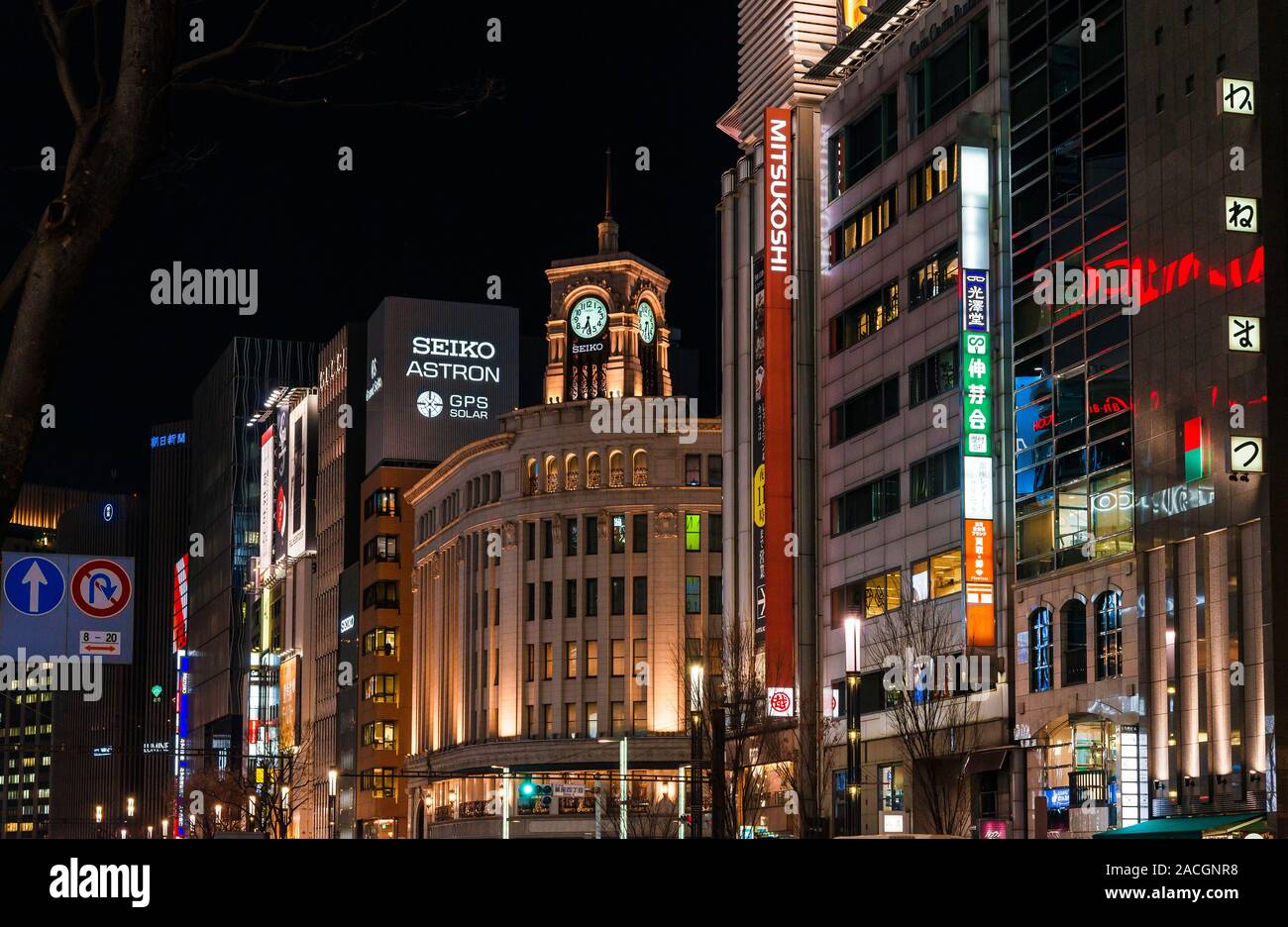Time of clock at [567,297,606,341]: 6:28
